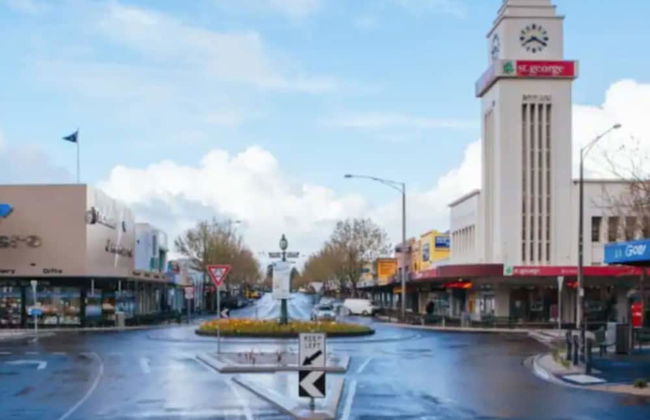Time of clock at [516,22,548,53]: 8:19
